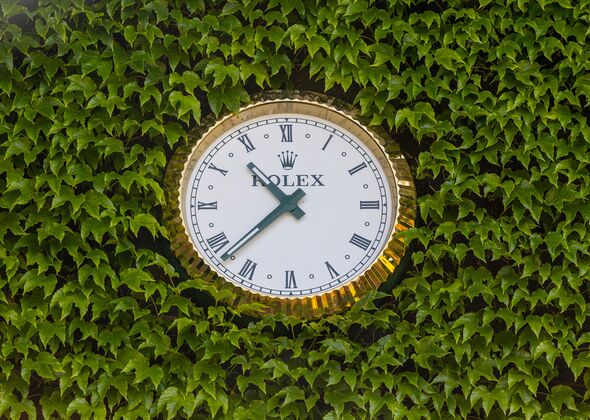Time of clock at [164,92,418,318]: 10:37
